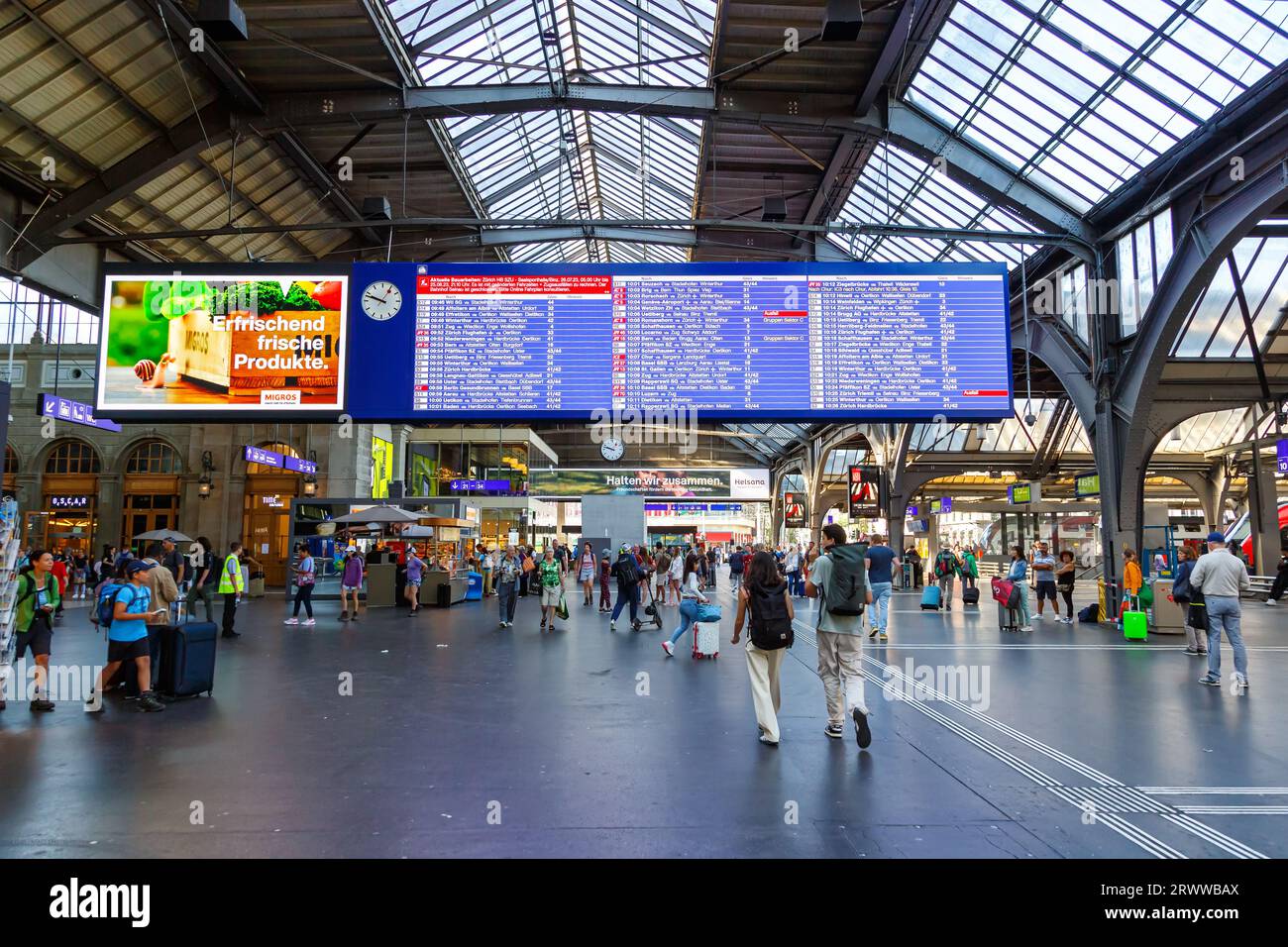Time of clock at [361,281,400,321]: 9:48
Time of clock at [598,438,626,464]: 9:47
